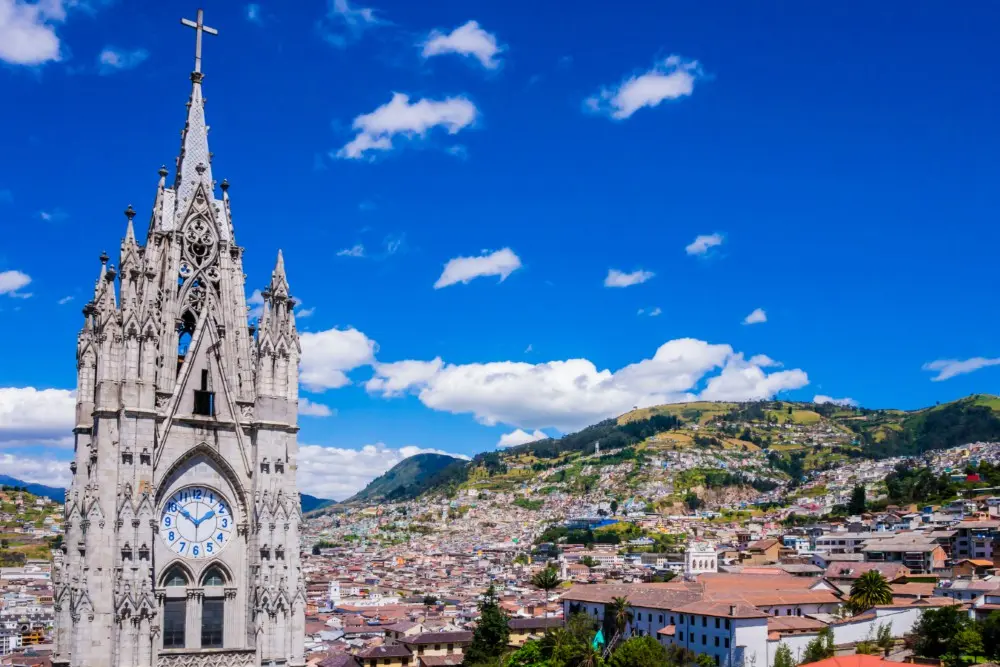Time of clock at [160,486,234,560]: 1:50
